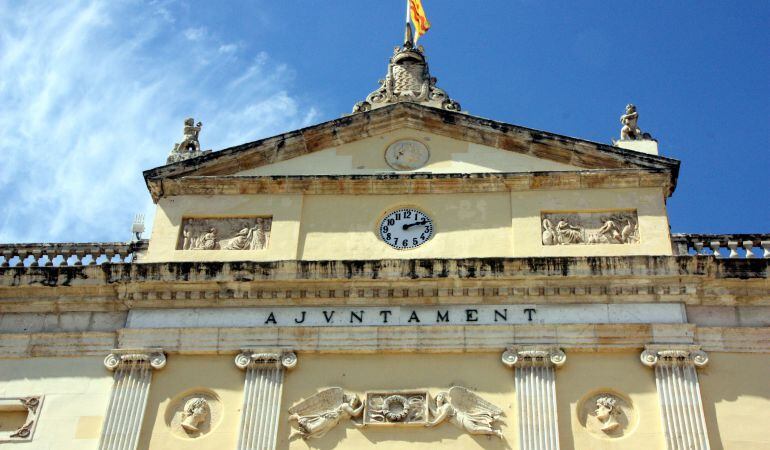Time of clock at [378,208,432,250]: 2:11
